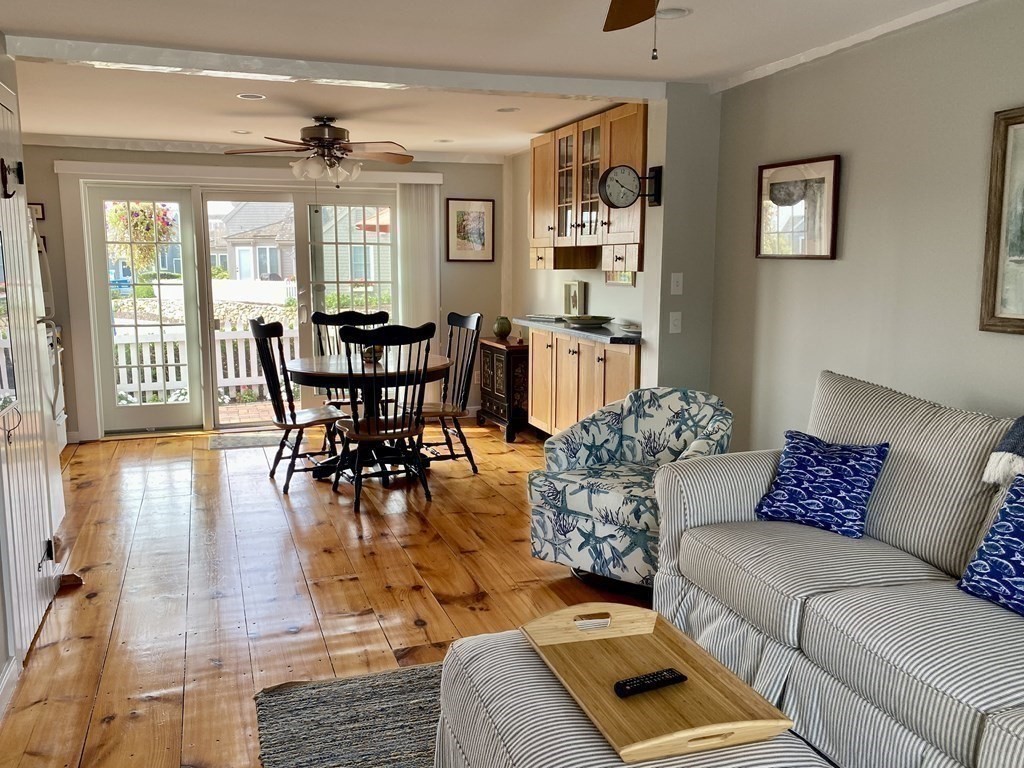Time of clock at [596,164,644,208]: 10:18
